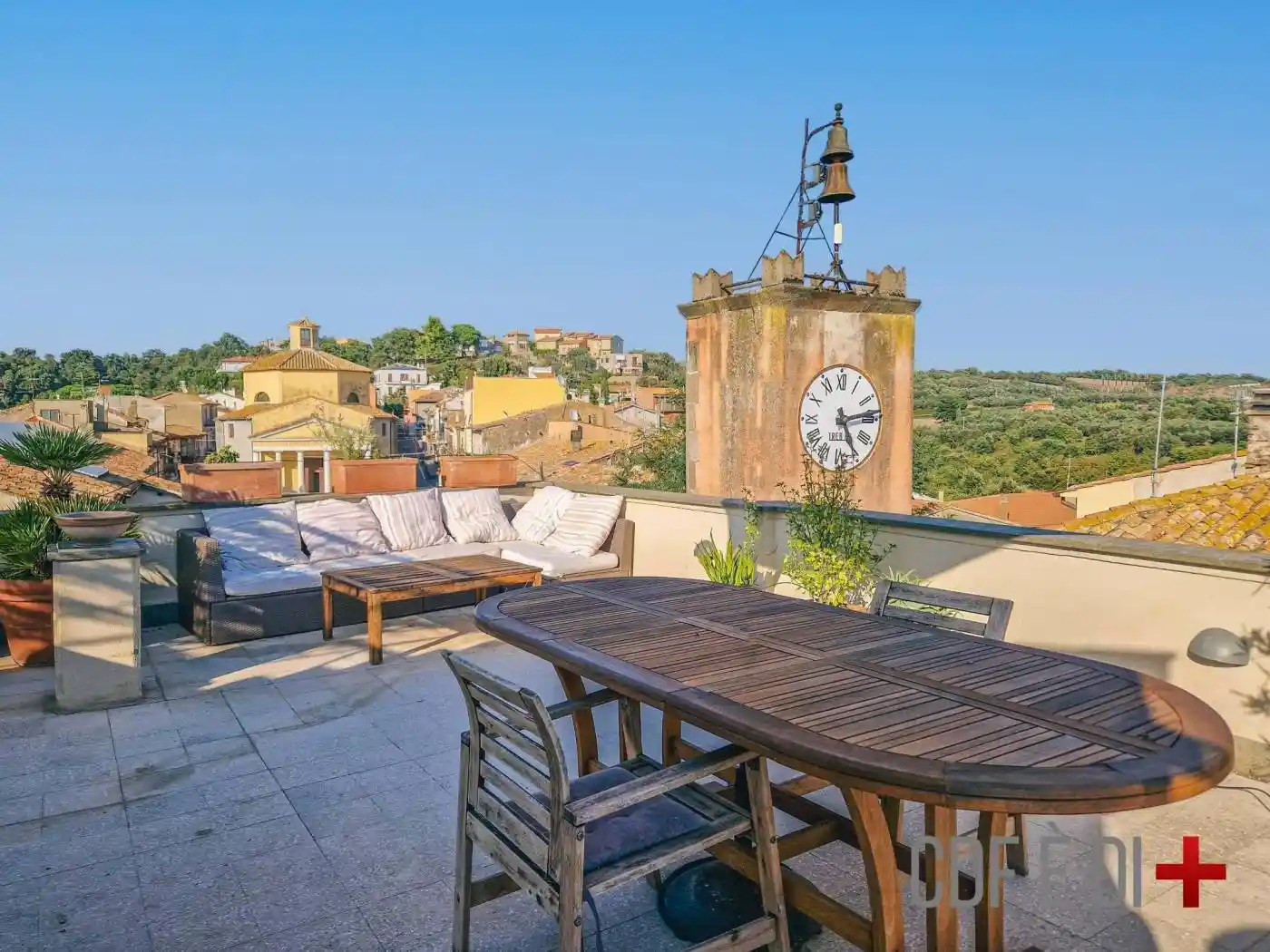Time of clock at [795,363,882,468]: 5:13
